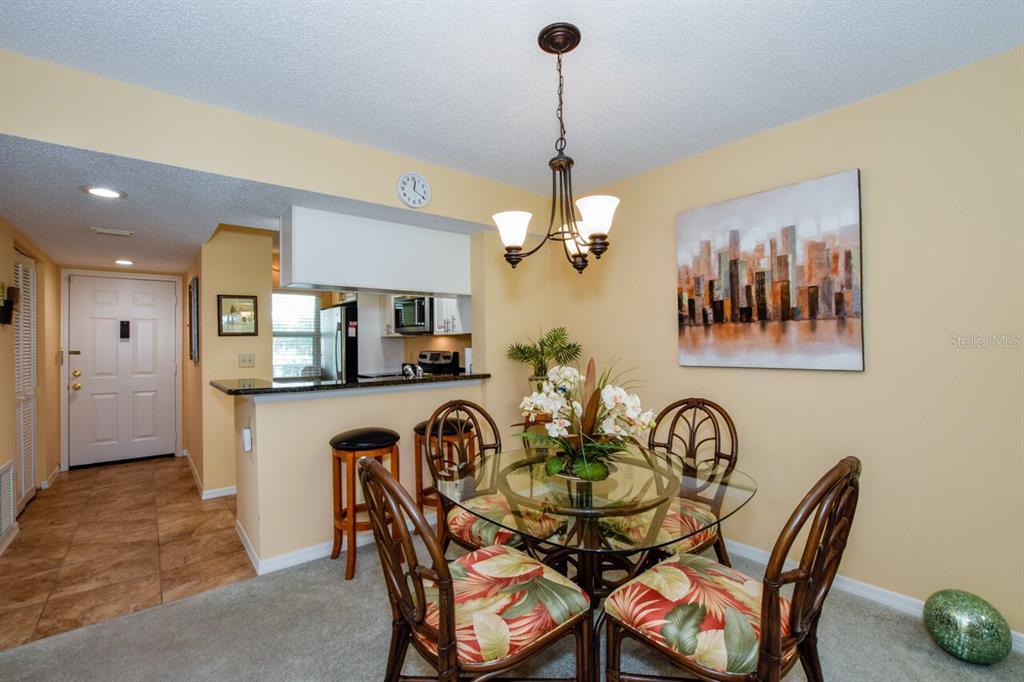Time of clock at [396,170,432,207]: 12:20
